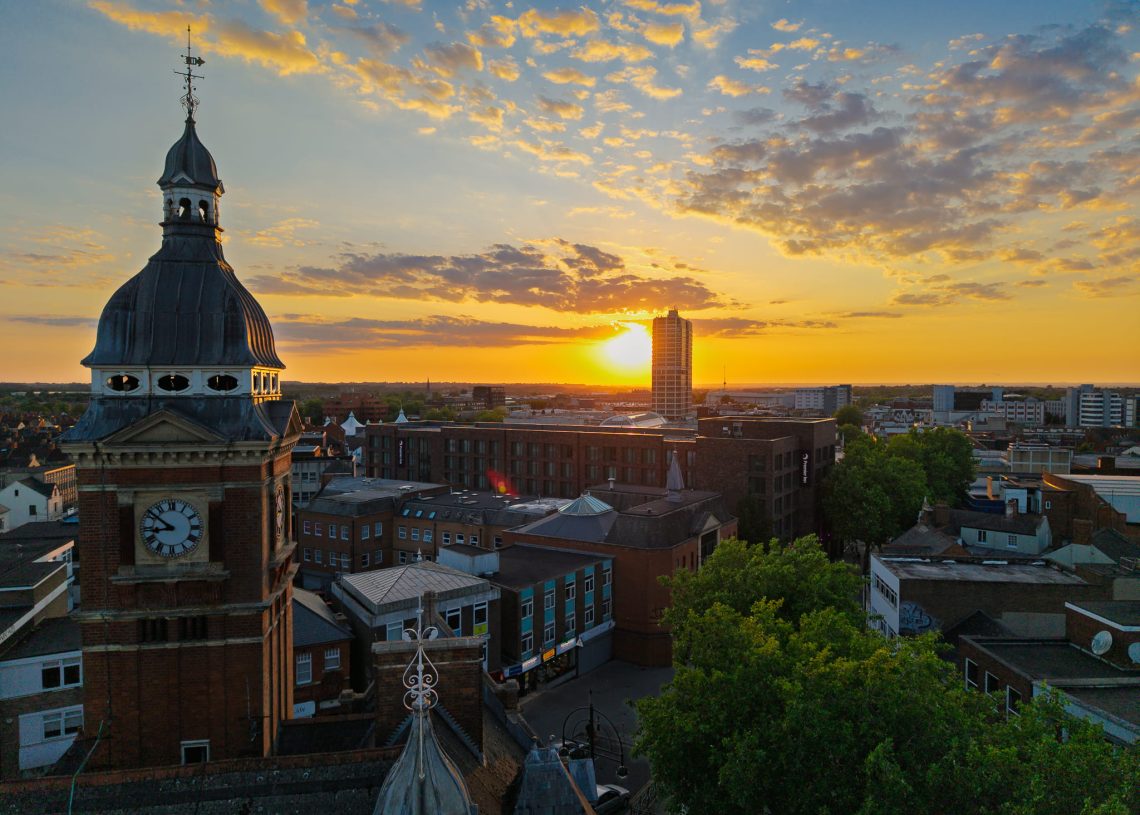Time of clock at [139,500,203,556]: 8:51
